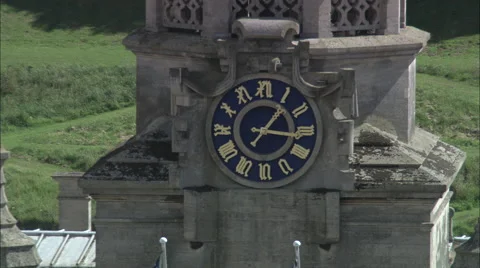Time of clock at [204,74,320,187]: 1:16
